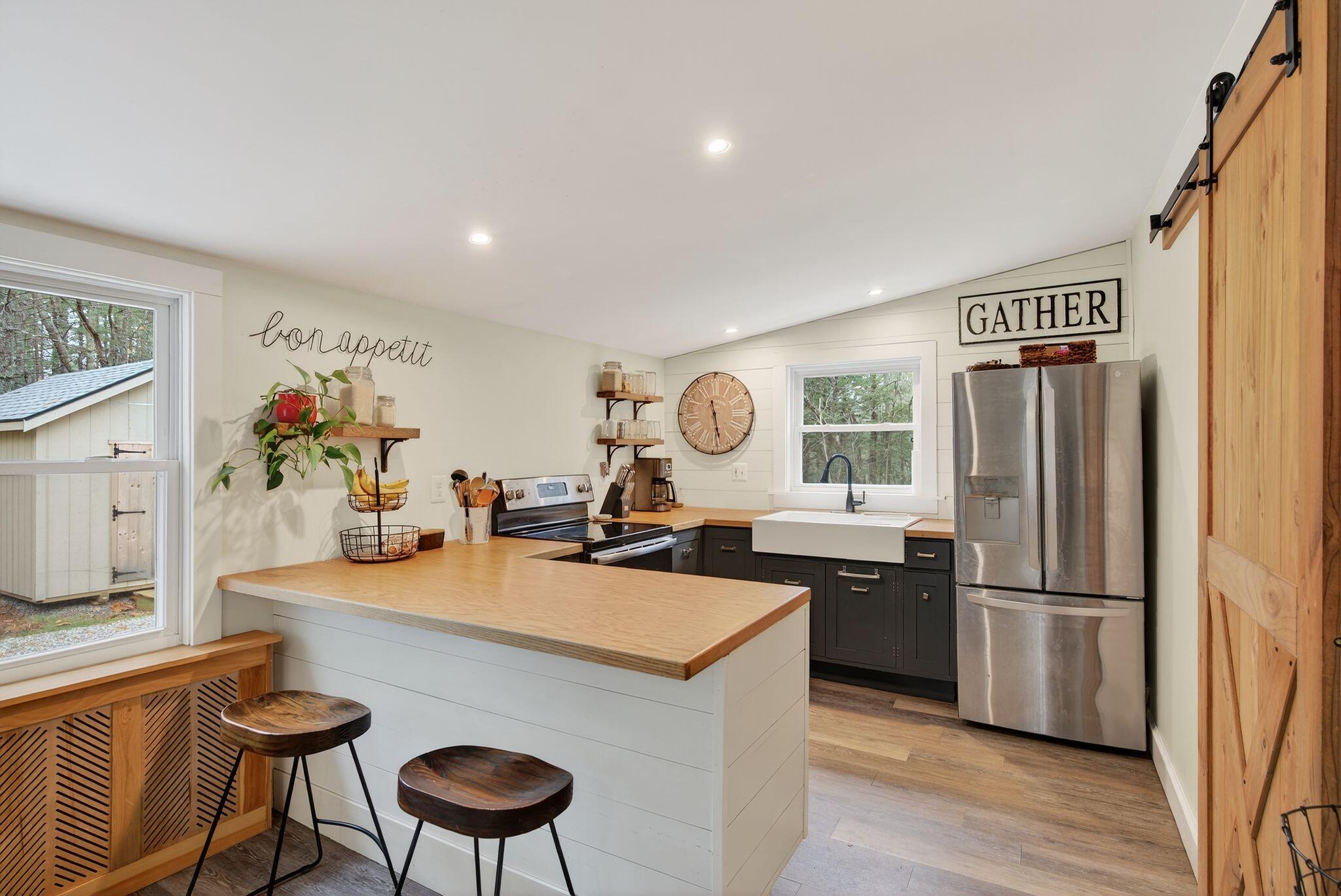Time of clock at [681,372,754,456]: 11:28
